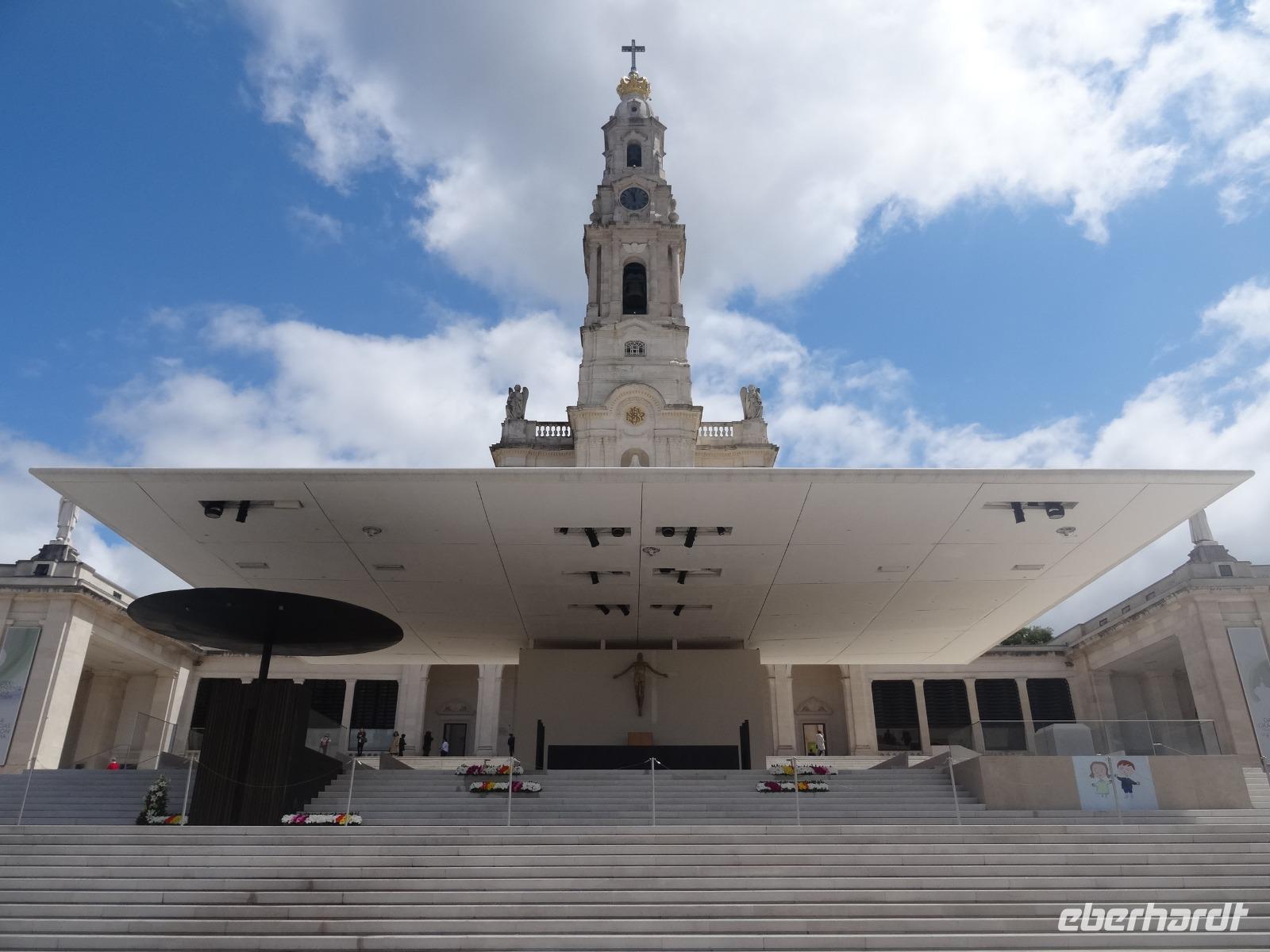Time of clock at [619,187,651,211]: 11:56
